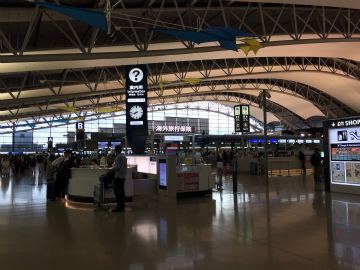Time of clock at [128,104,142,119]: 7:42
